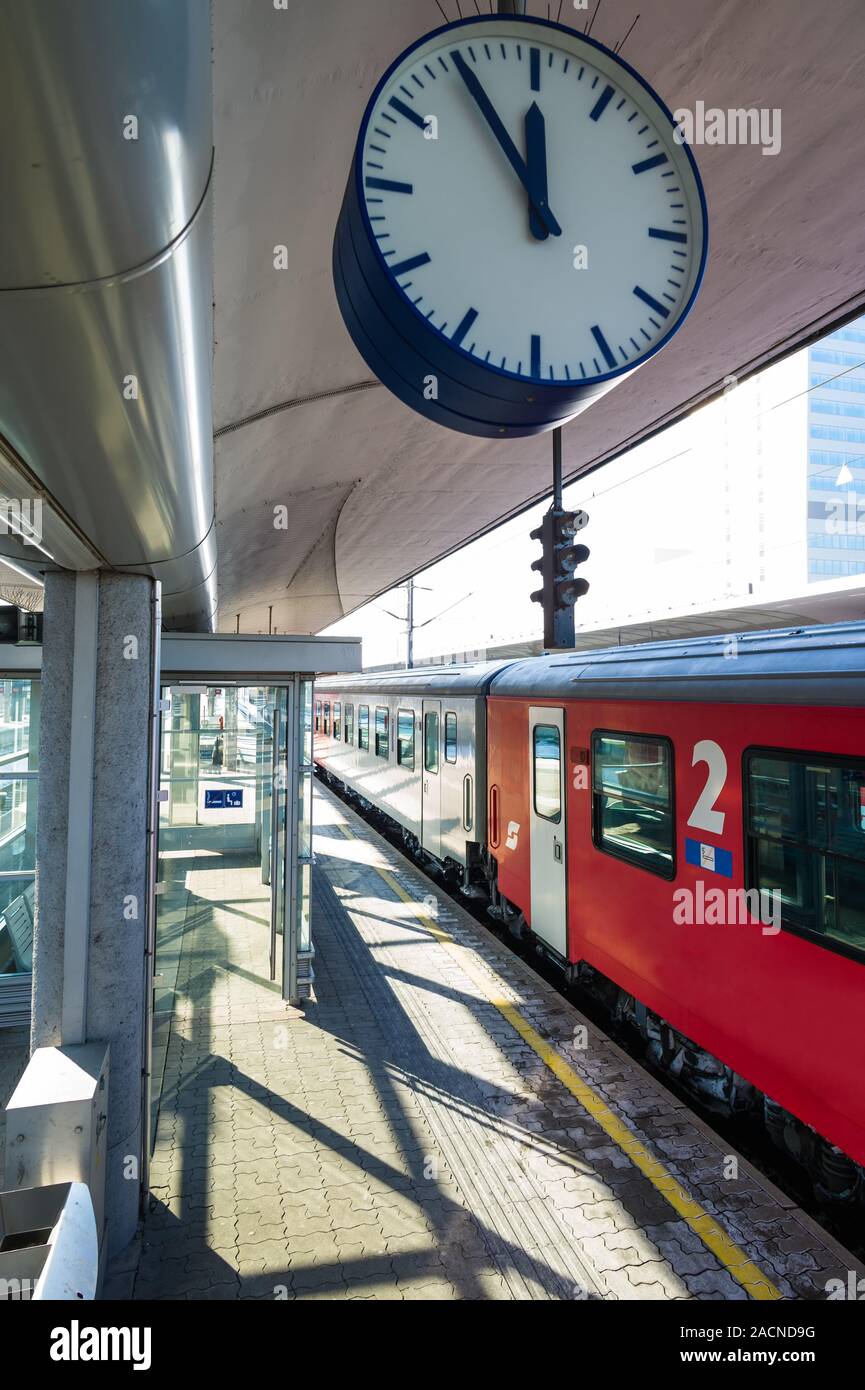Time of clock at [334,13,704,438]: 11:54
